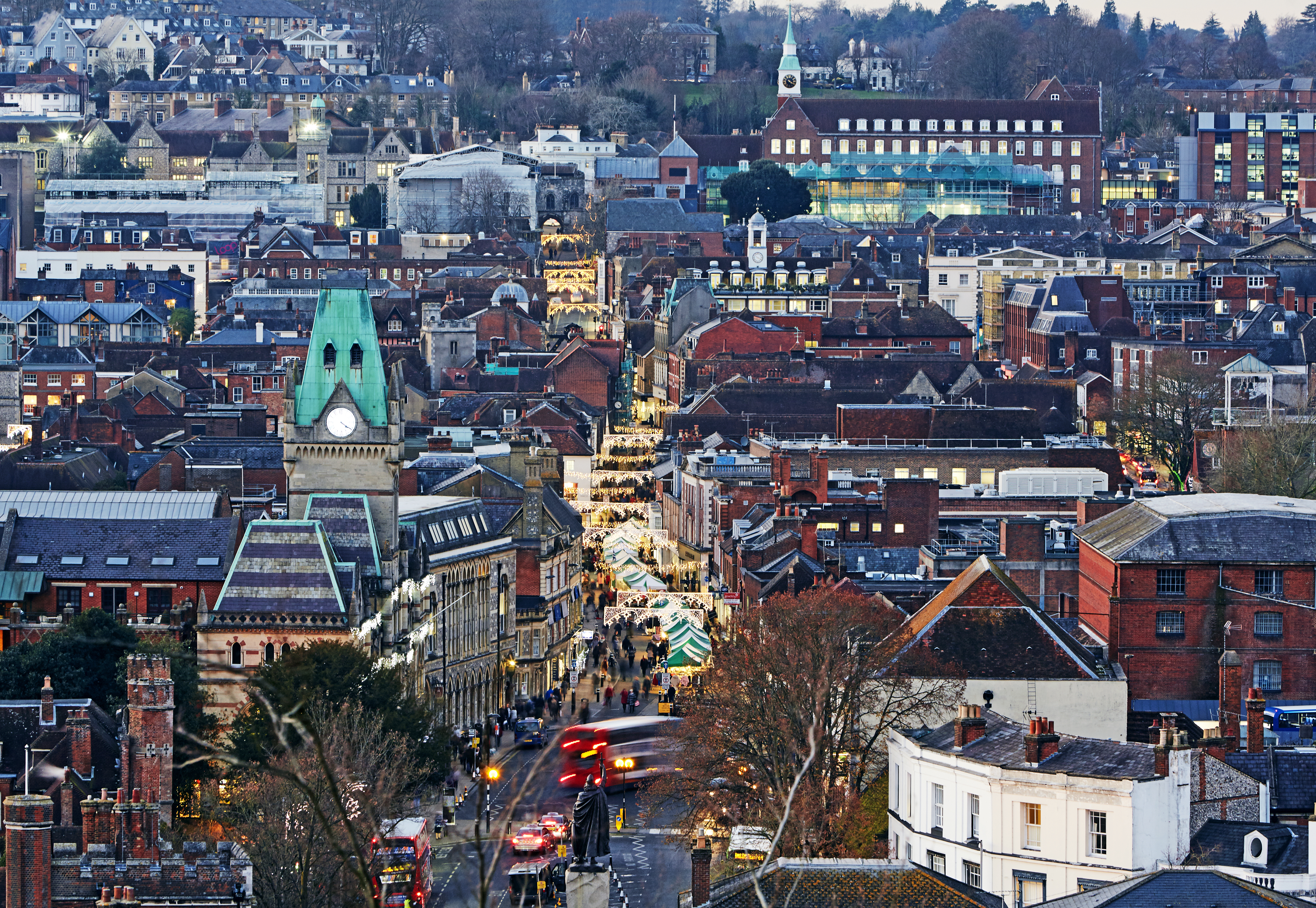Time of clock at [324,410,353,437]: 4:20
